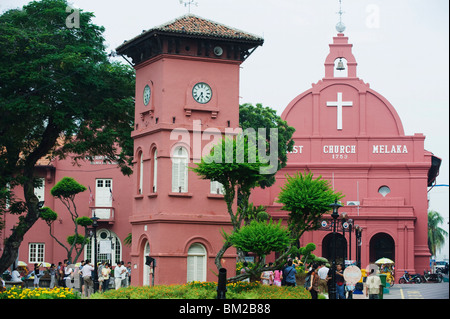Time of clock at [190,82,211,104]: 5:35
